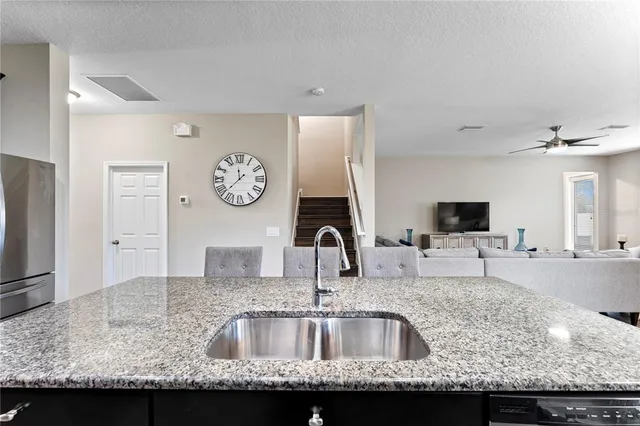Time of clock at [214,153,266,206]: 11:37
